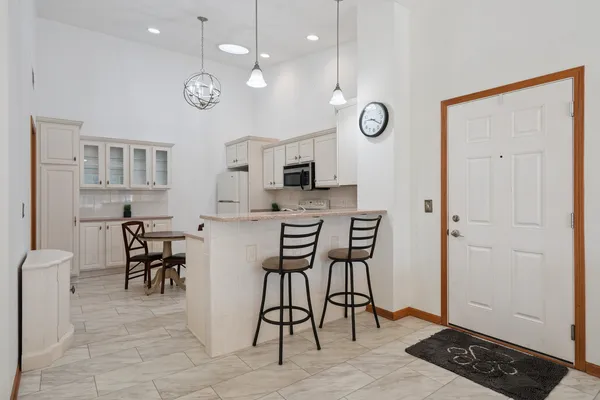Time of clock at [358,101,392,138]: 9:20
